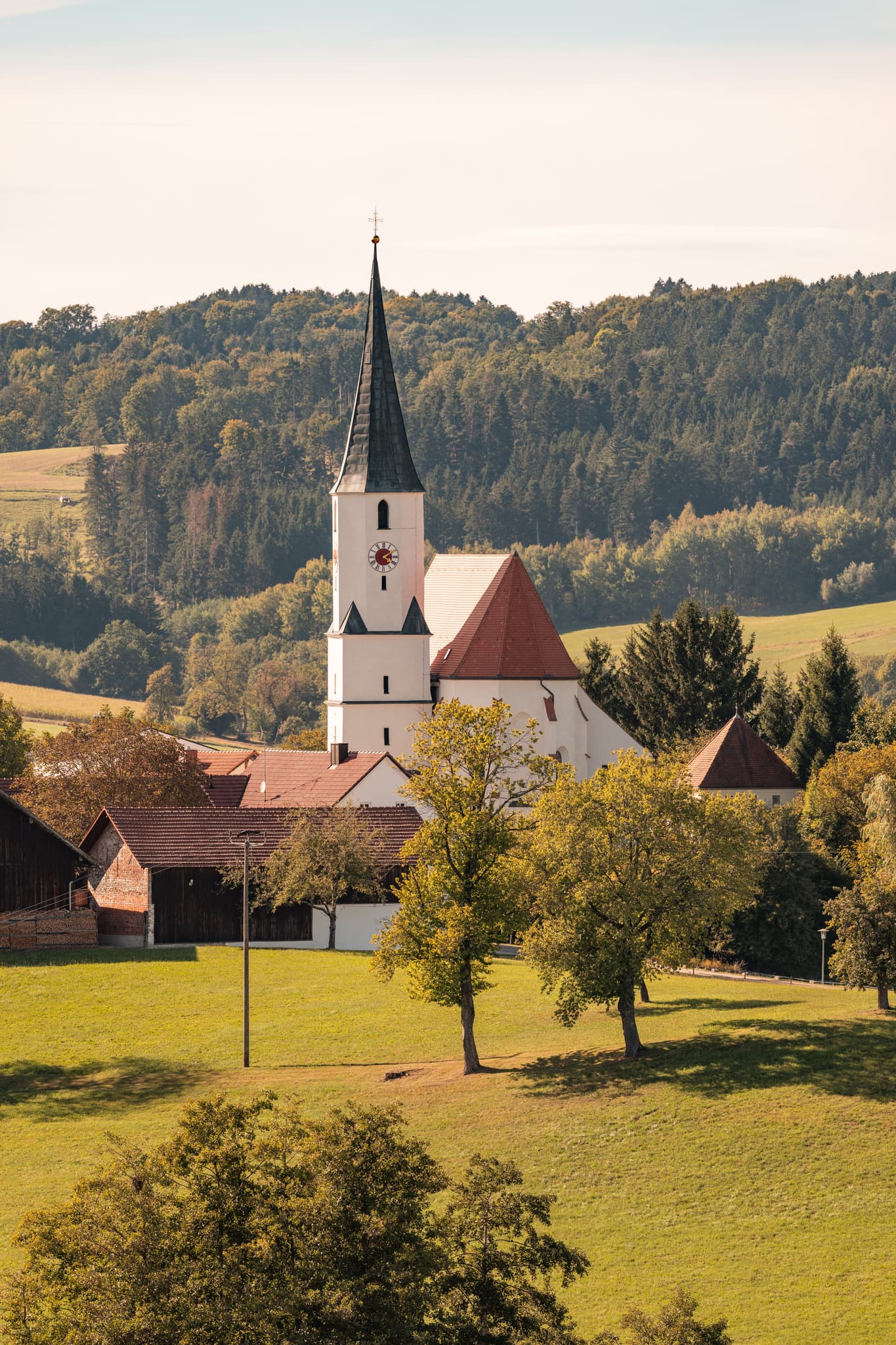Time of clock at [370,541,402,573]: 4:09
